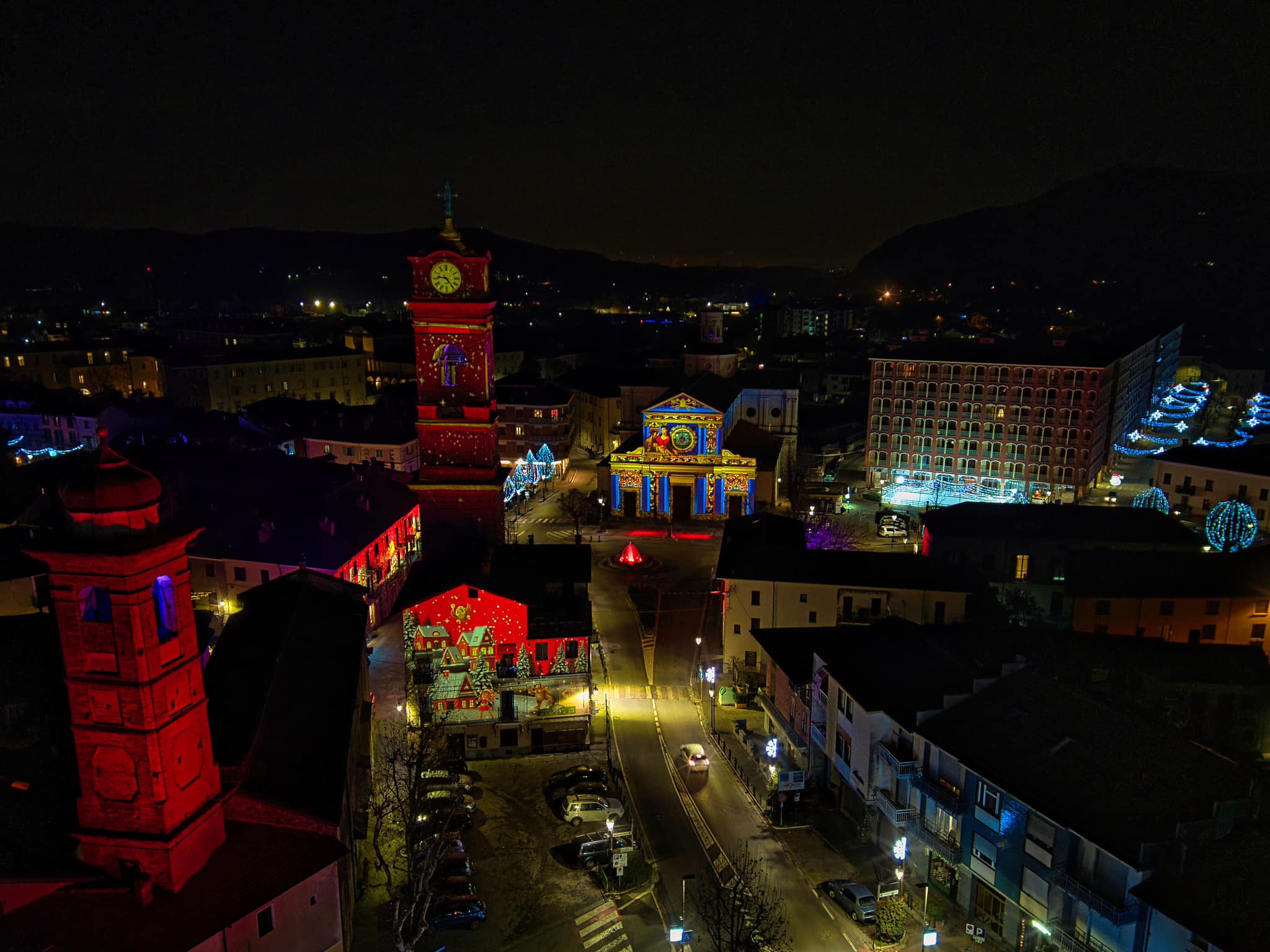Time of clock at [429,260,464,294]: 9:23
